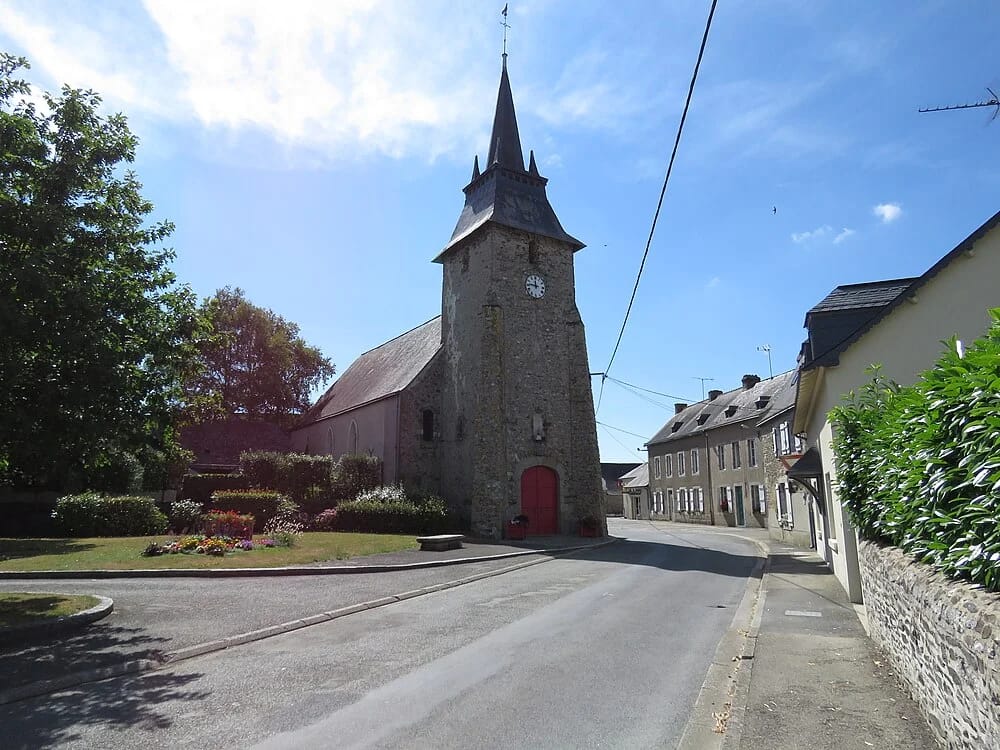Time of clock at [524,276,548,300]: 11:46
